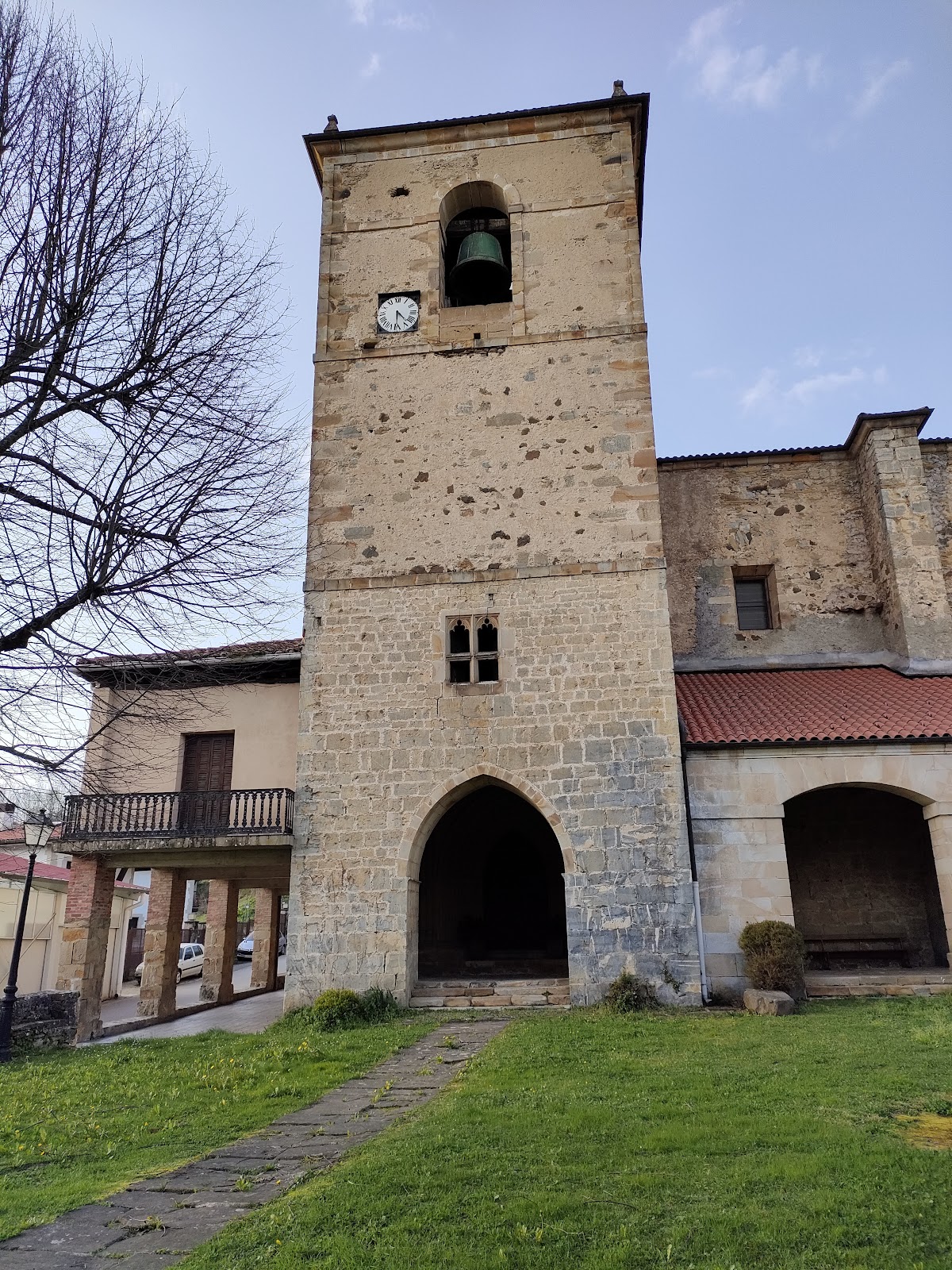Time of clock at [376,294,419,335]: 4:29
